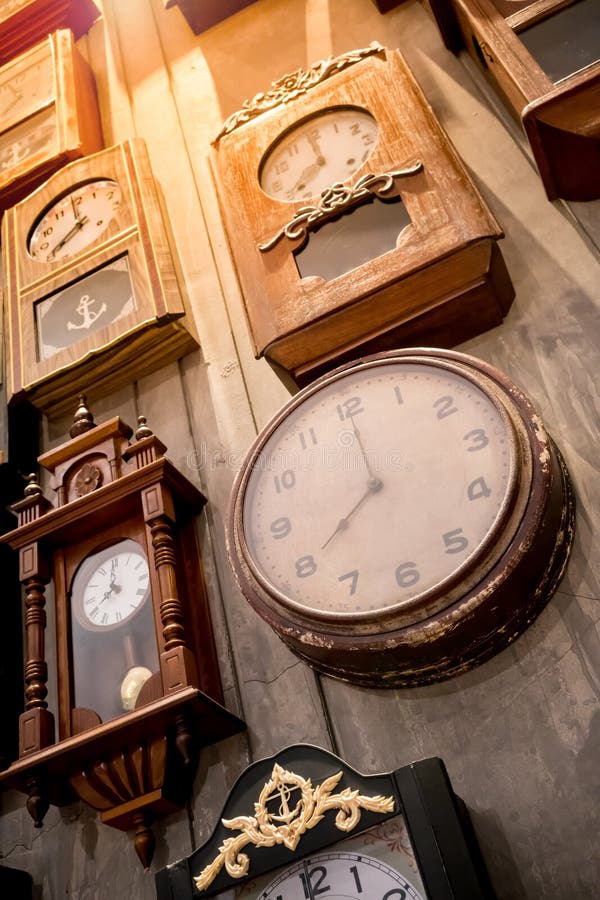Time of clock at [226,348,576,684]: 7:59
